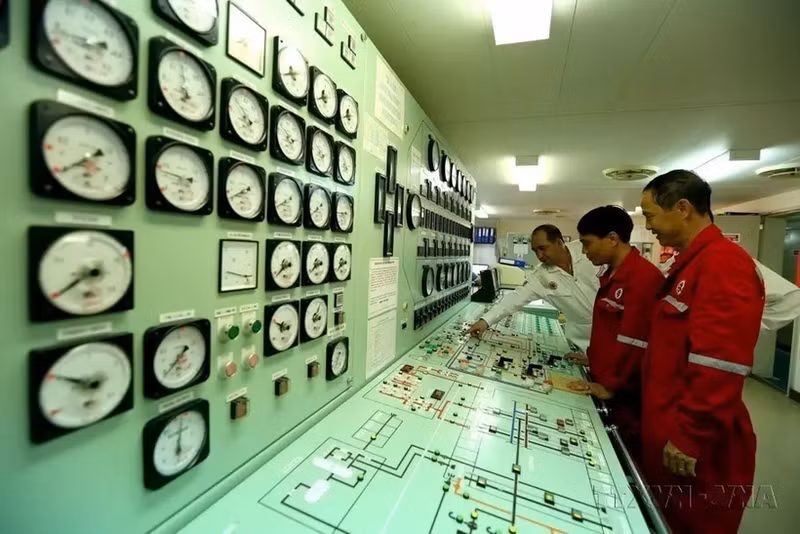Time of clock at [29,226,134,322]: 8:39
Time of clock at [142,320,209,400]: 1:38
